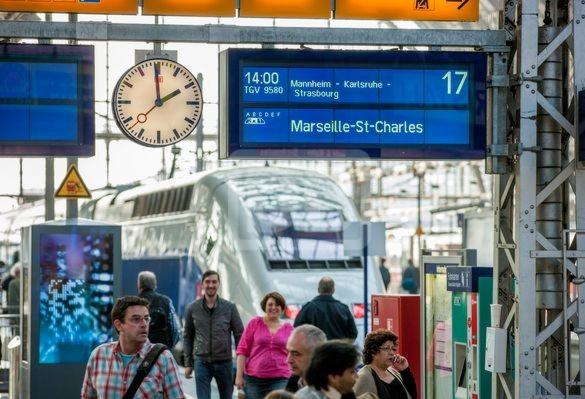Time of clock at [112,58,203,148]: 1:59
